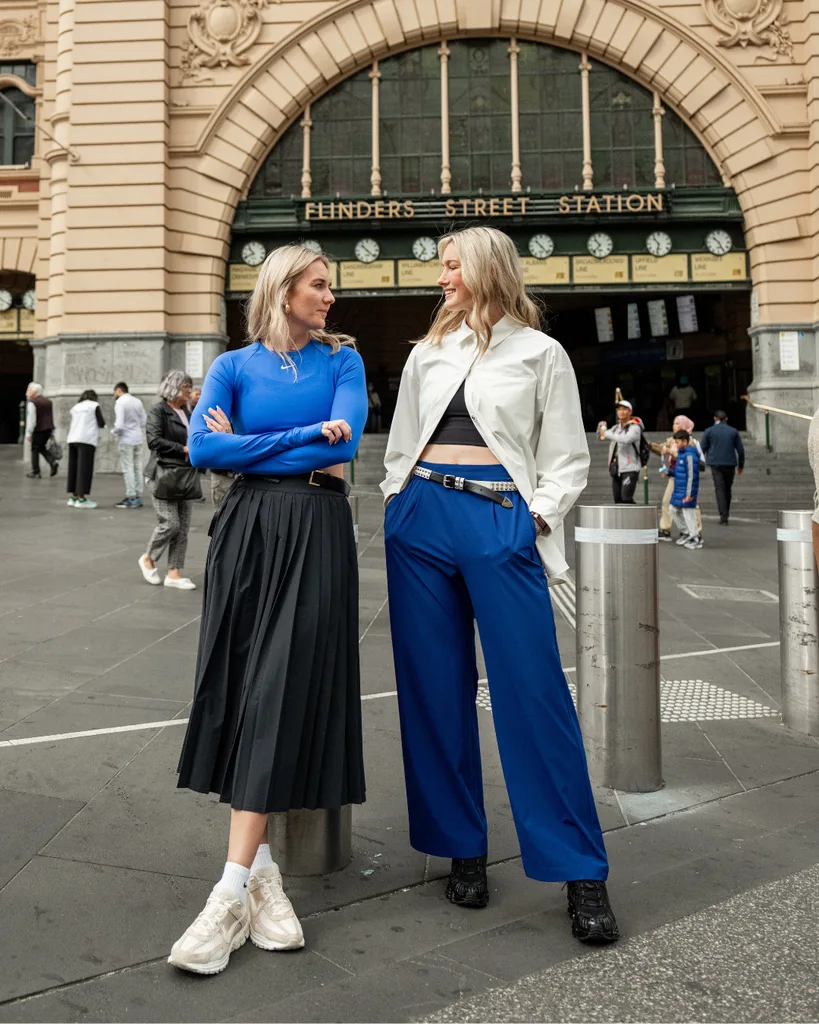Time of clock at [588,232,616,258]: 10:37
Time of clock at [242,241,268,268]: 10:41
